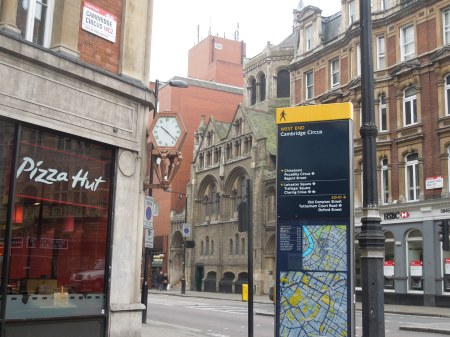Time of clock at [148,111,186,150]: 10:21
